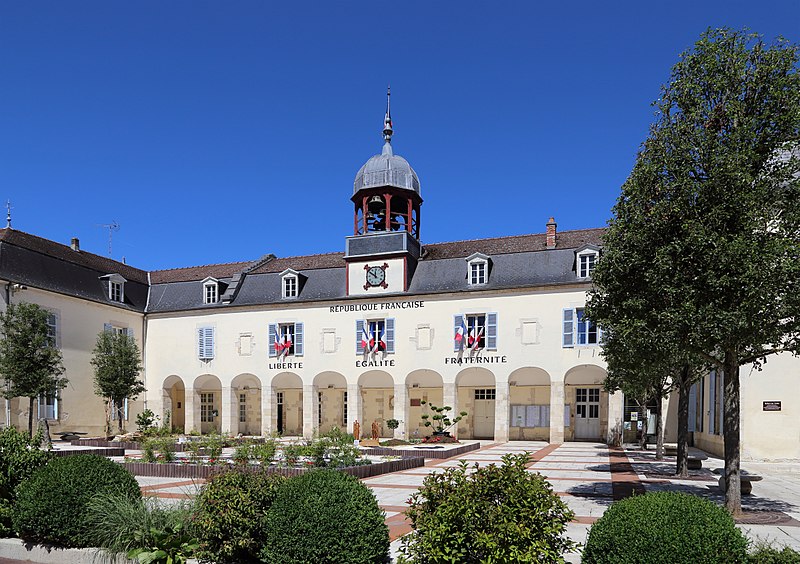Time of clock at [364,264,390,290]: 11:50
